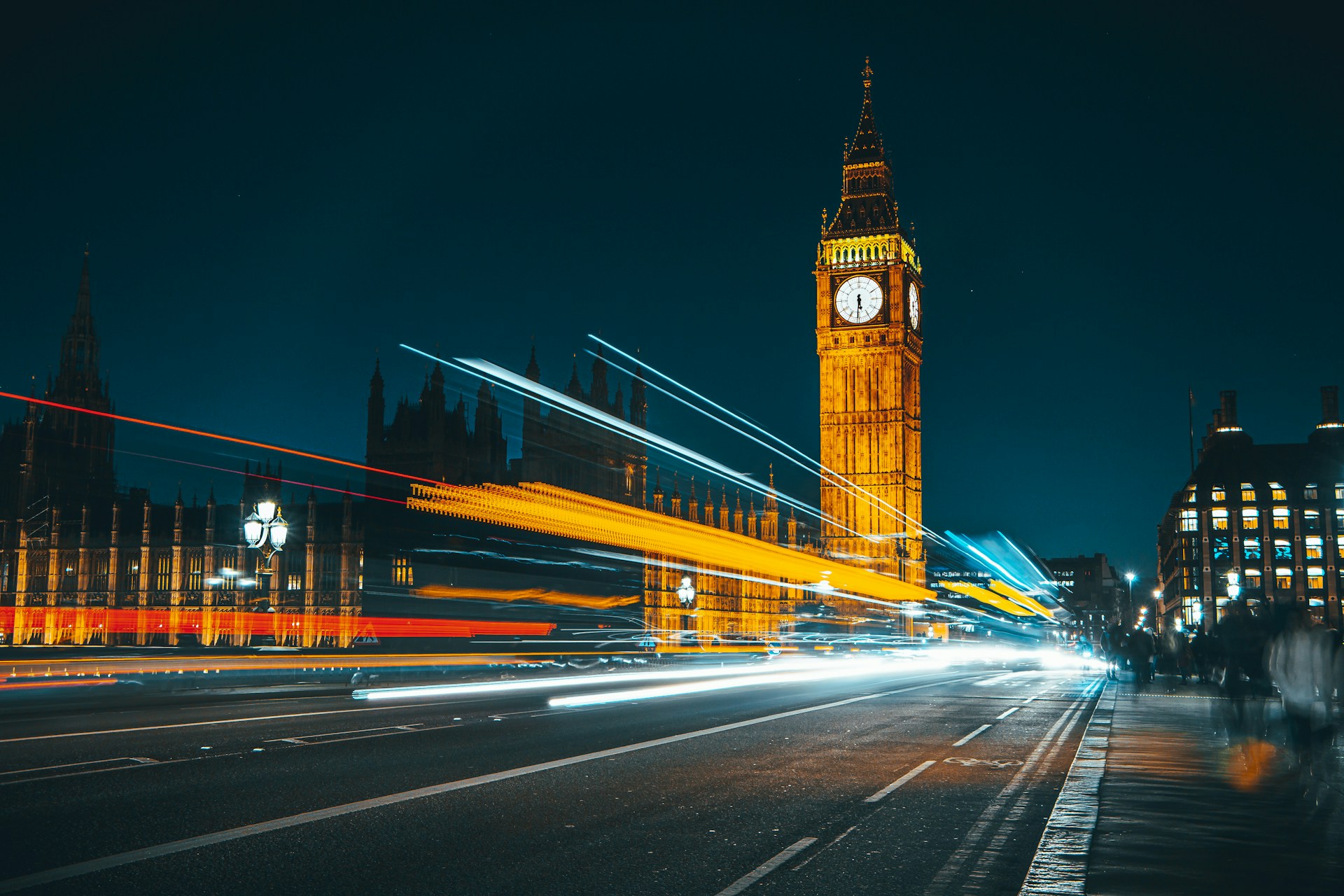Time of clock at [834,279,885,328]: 5:30
